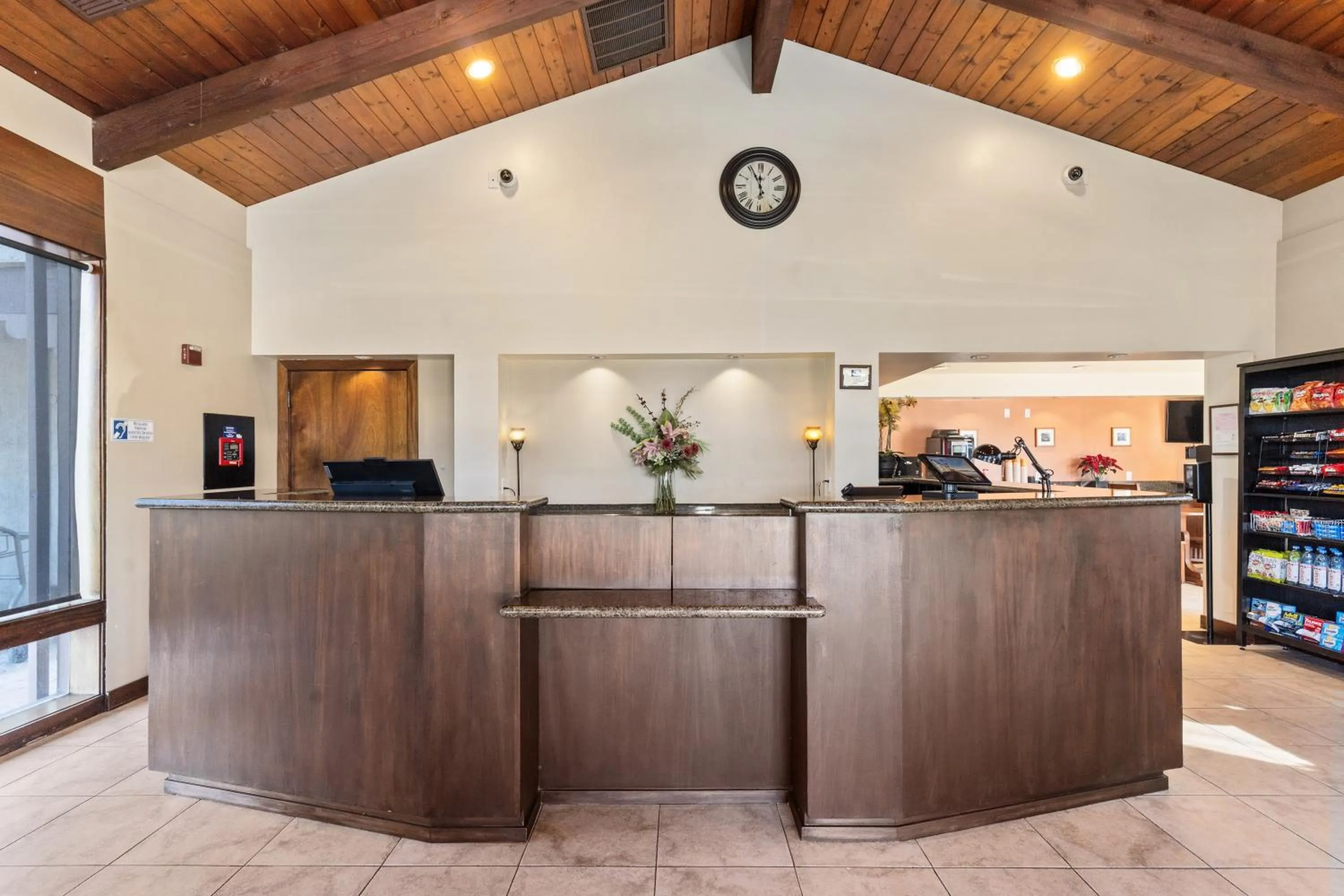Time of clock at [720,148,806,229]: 11:55
